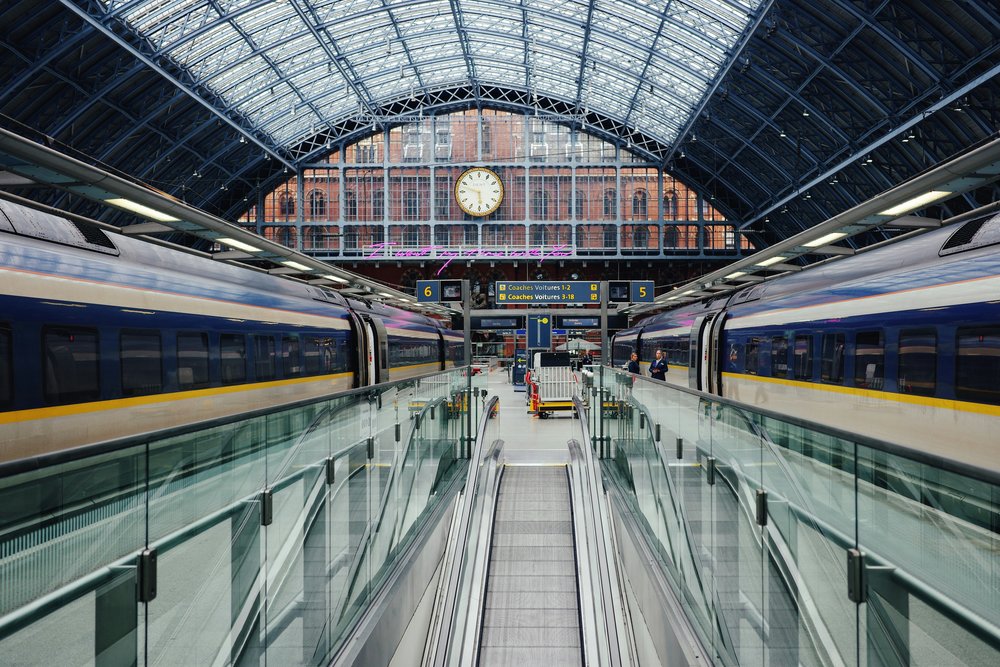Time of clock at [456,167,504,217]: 5:47
